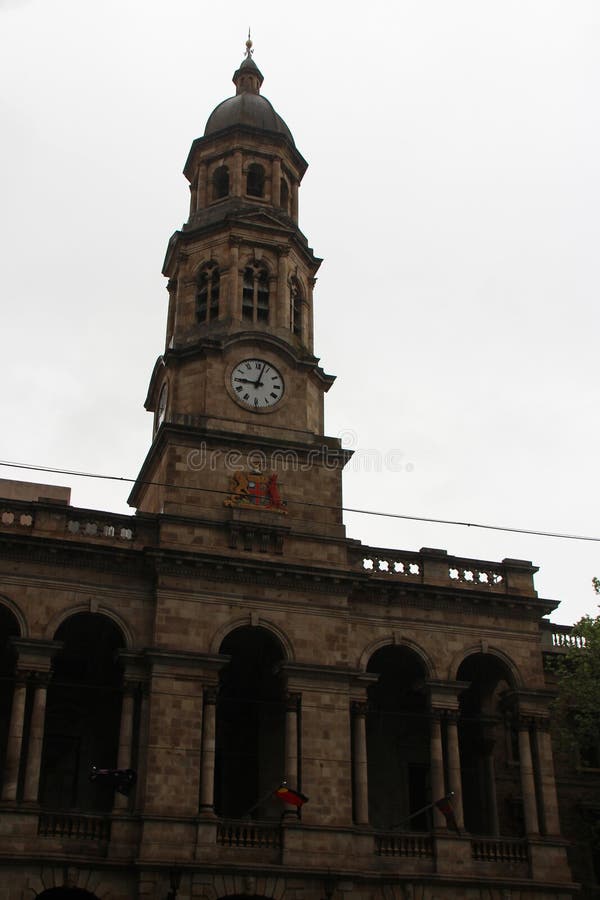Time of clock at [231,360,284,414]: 9:02
